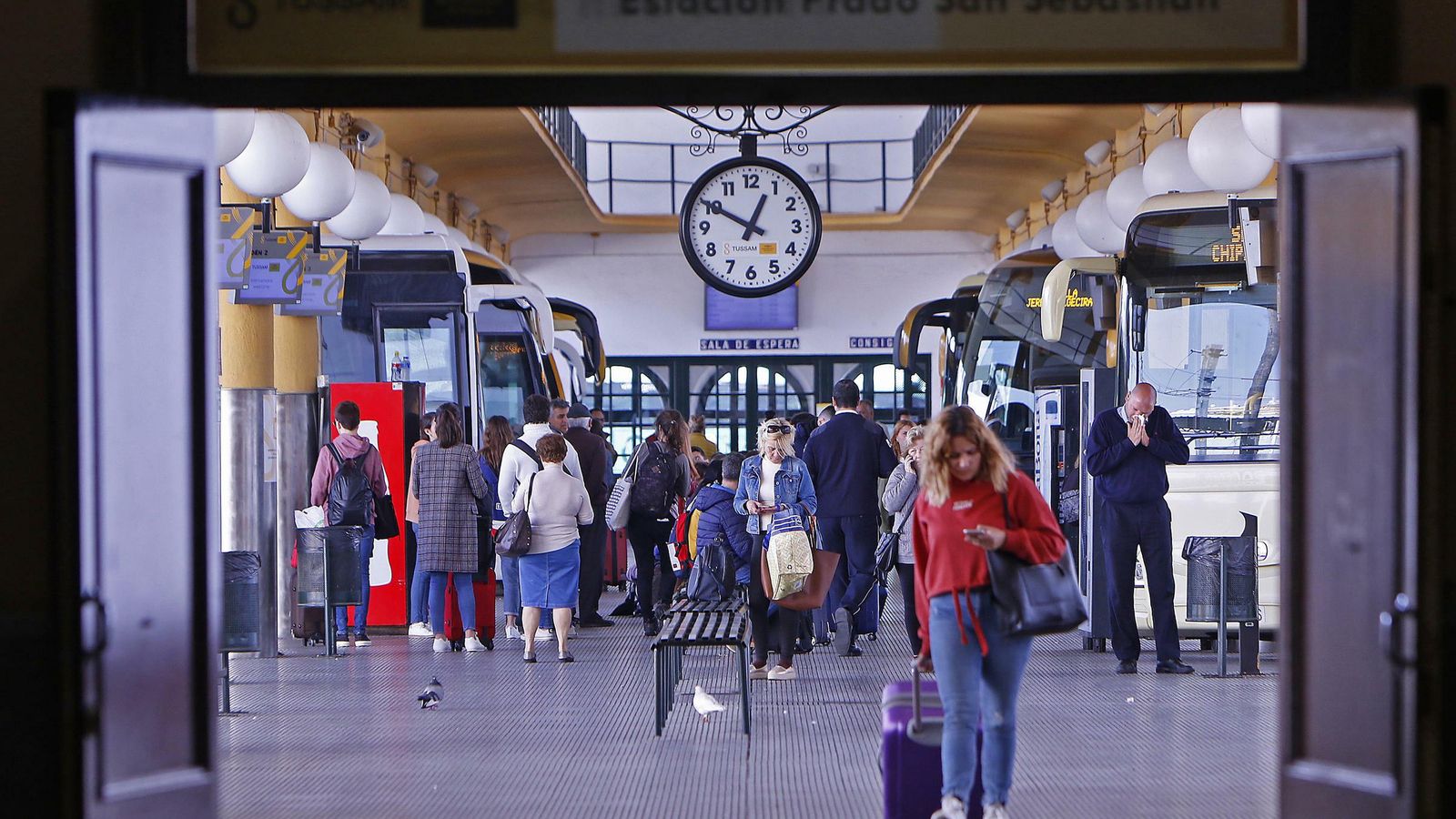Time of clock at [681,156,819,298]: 12:49
